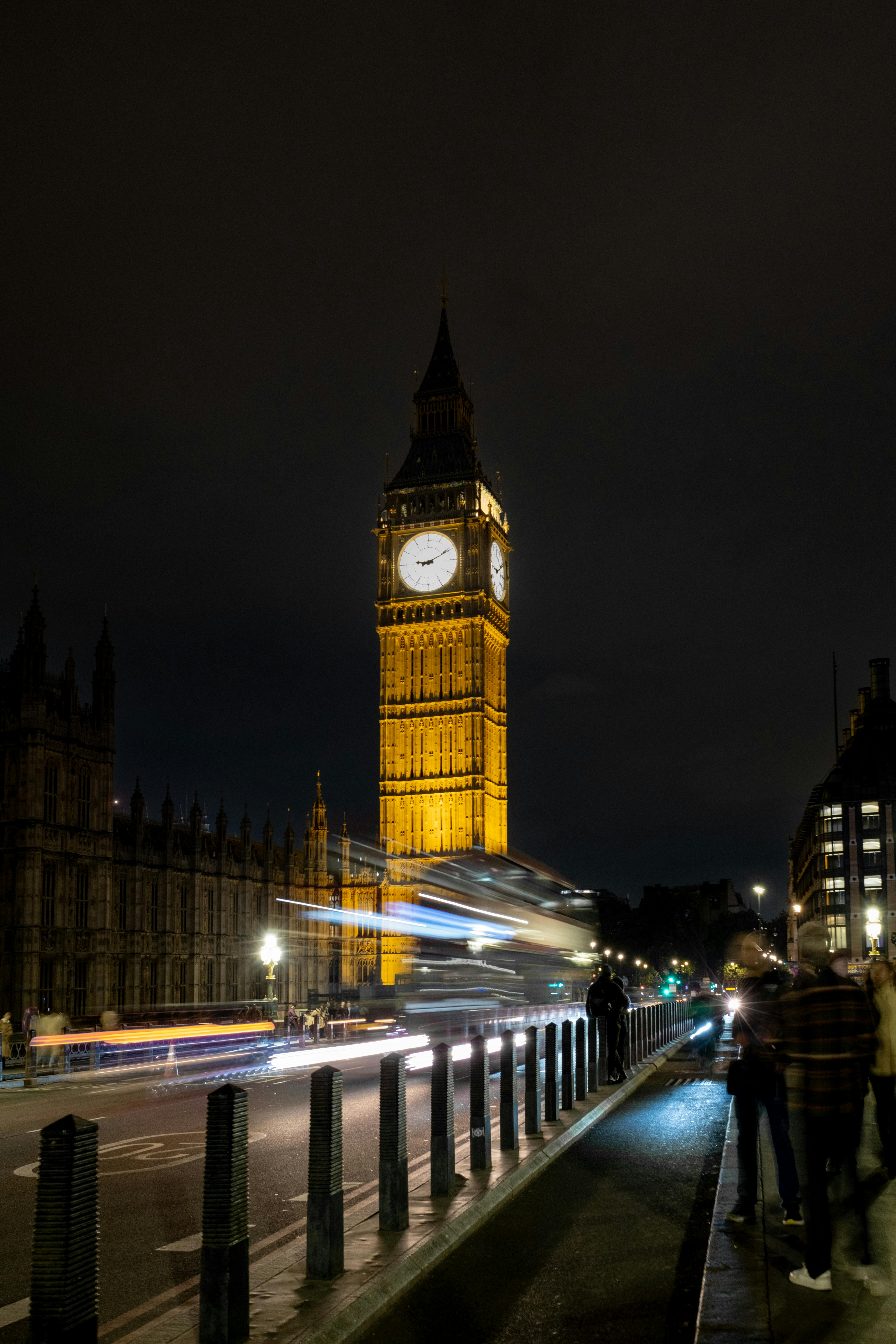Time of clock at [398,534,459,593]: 9:10
